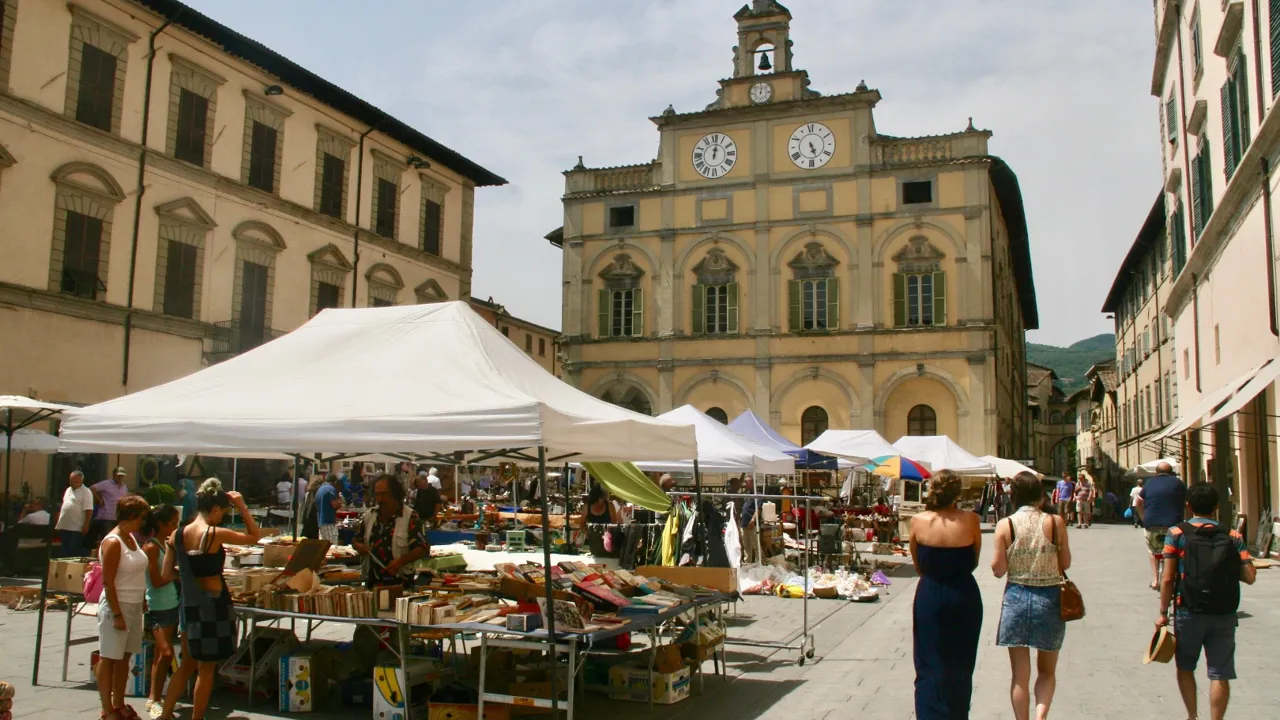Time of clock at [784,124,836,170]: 5:26
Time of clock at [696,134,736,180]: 12:01
